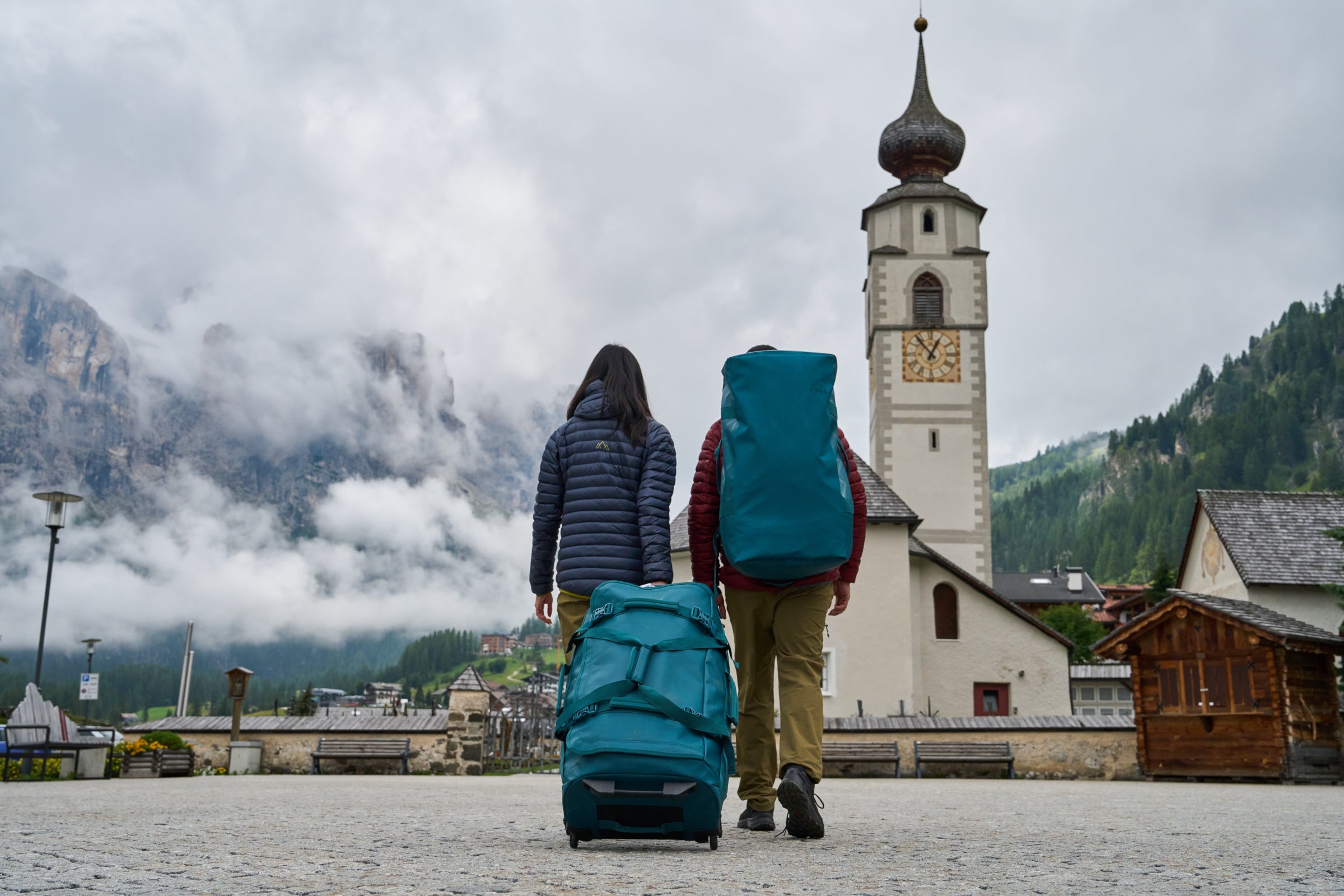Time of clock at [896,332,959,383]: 12:53
